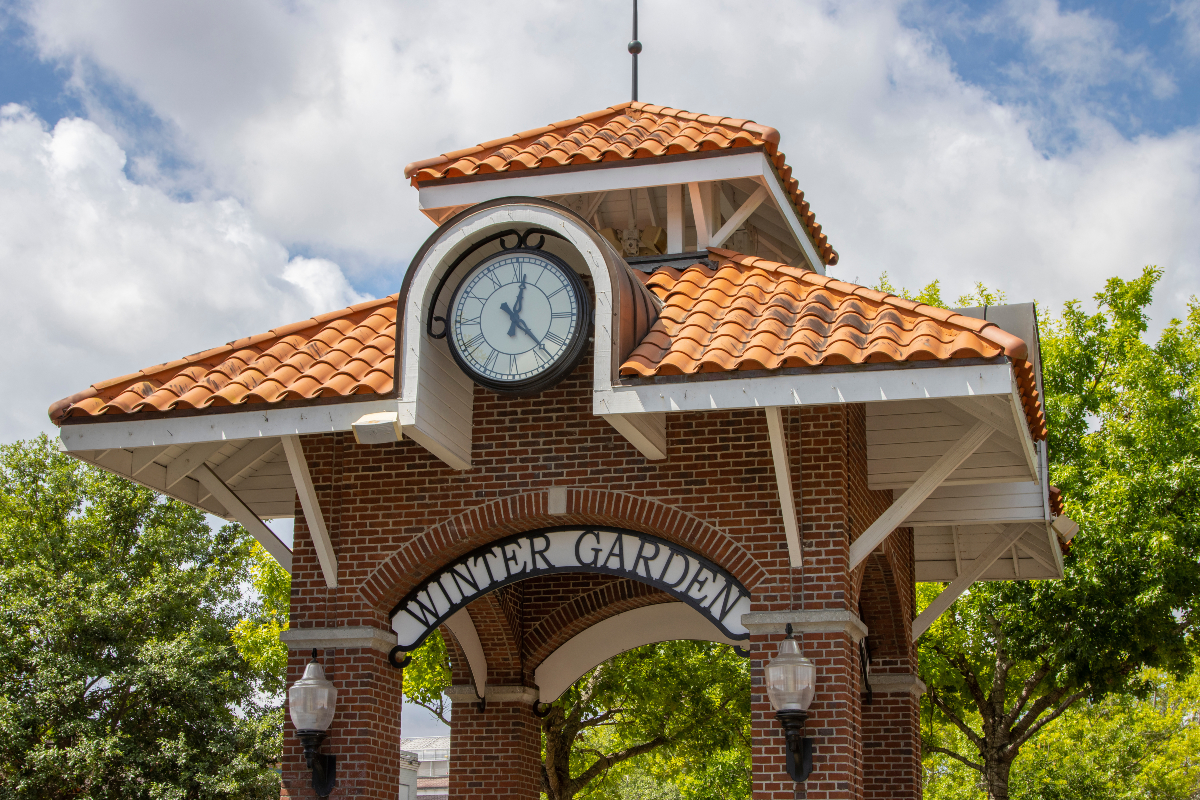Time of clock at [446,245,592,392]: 12:22
